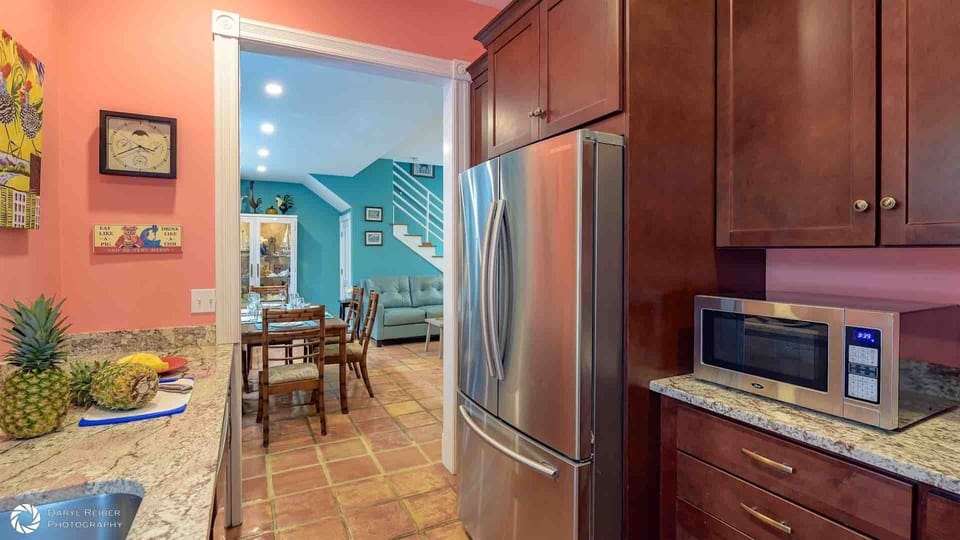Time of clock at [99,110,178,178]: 3:40
